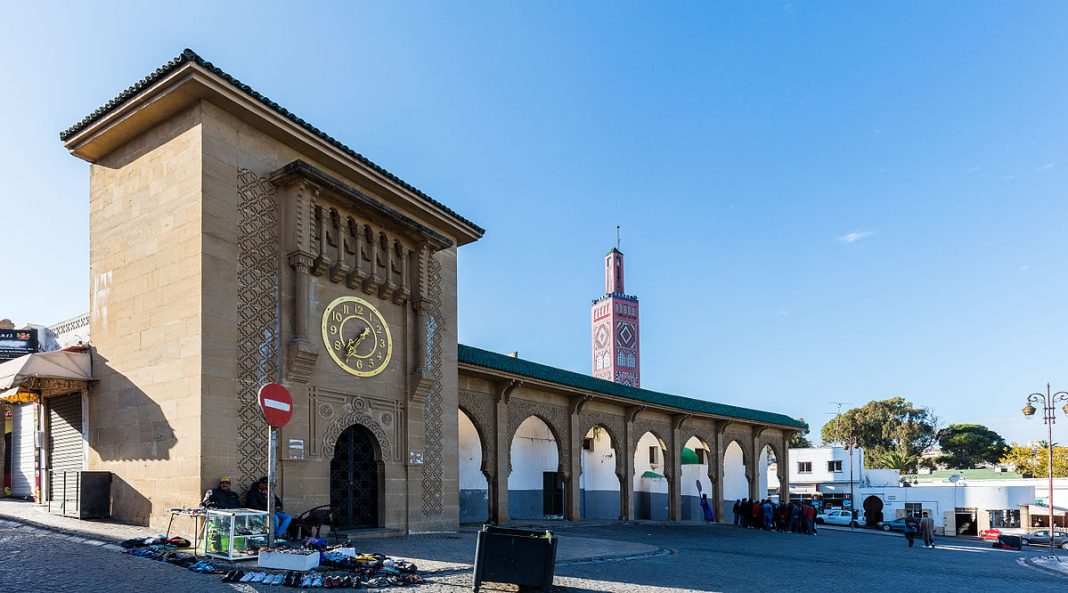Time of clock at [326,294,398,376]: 1:36
